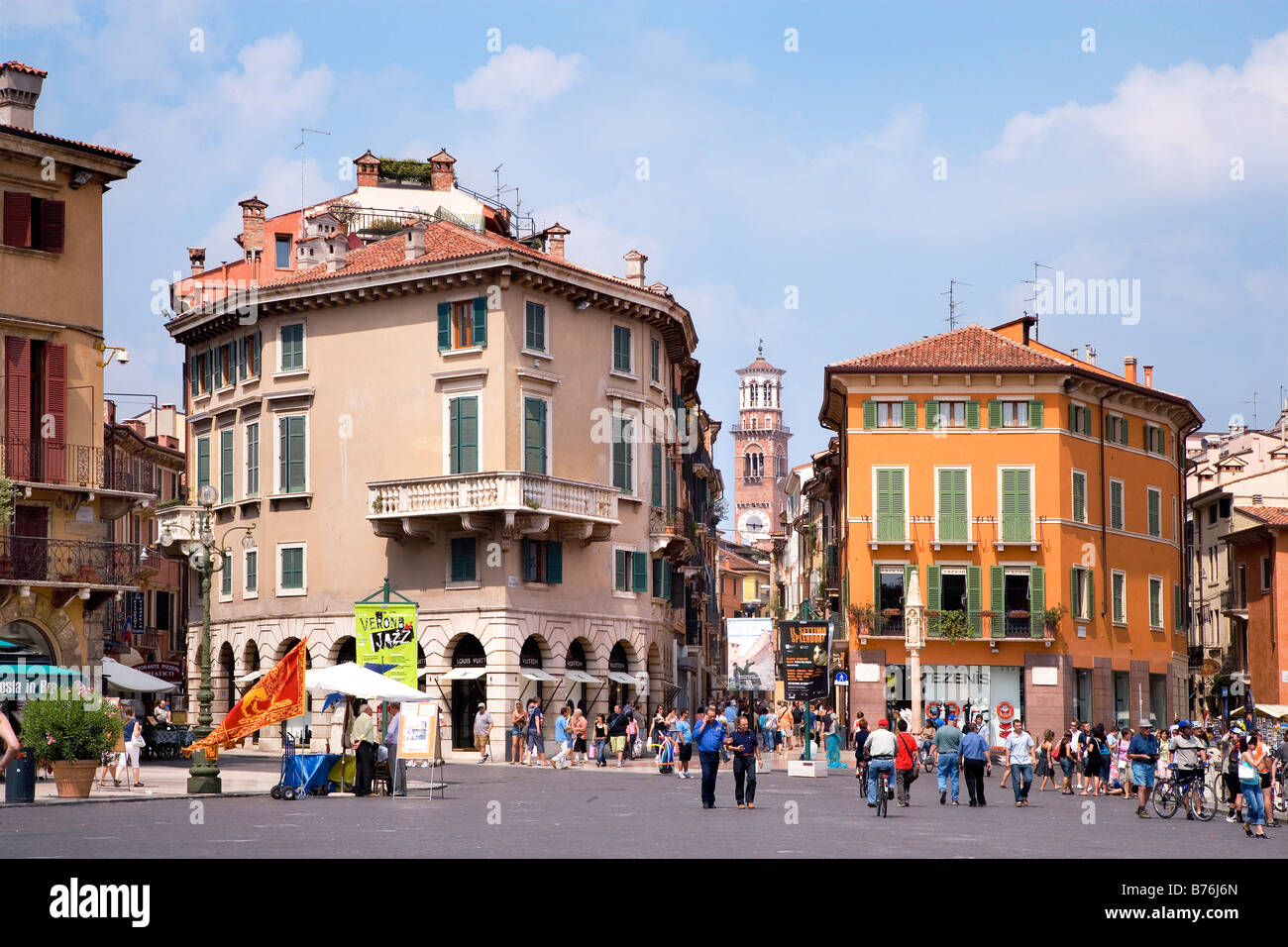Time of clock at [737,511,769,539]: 9:16
